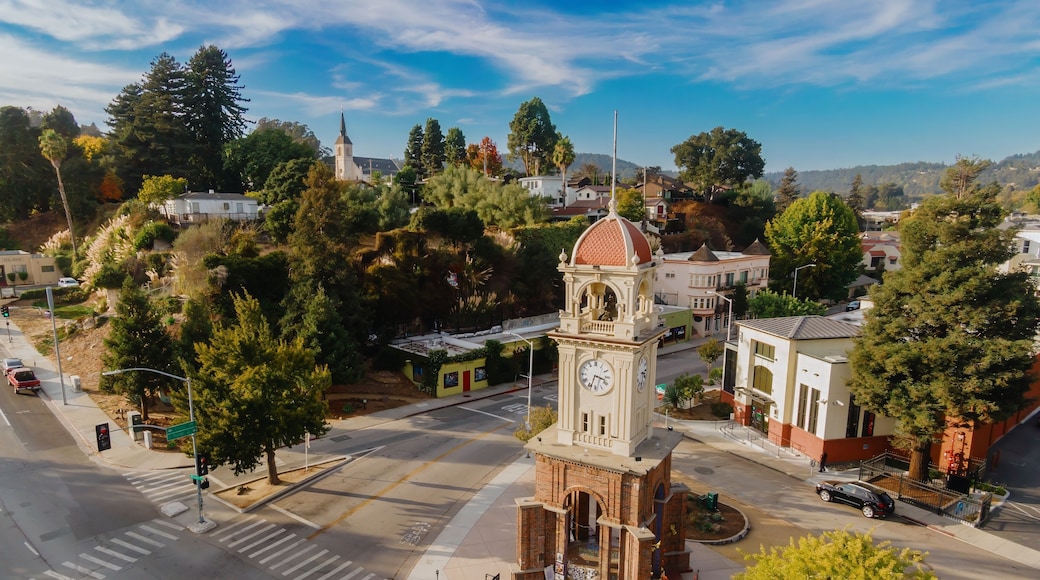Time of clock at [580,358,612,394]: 3:33
